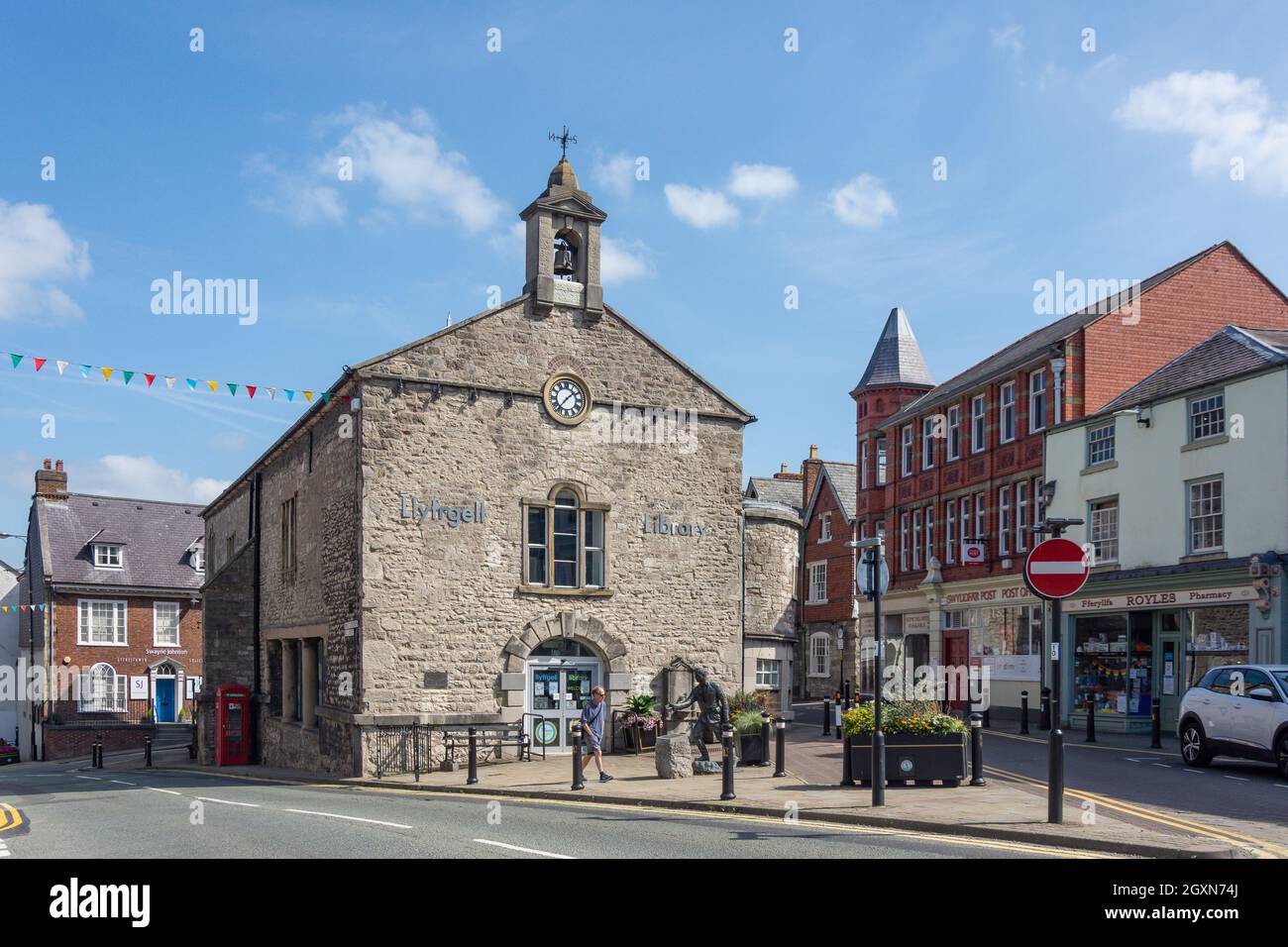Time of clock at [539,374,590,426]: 1:36
